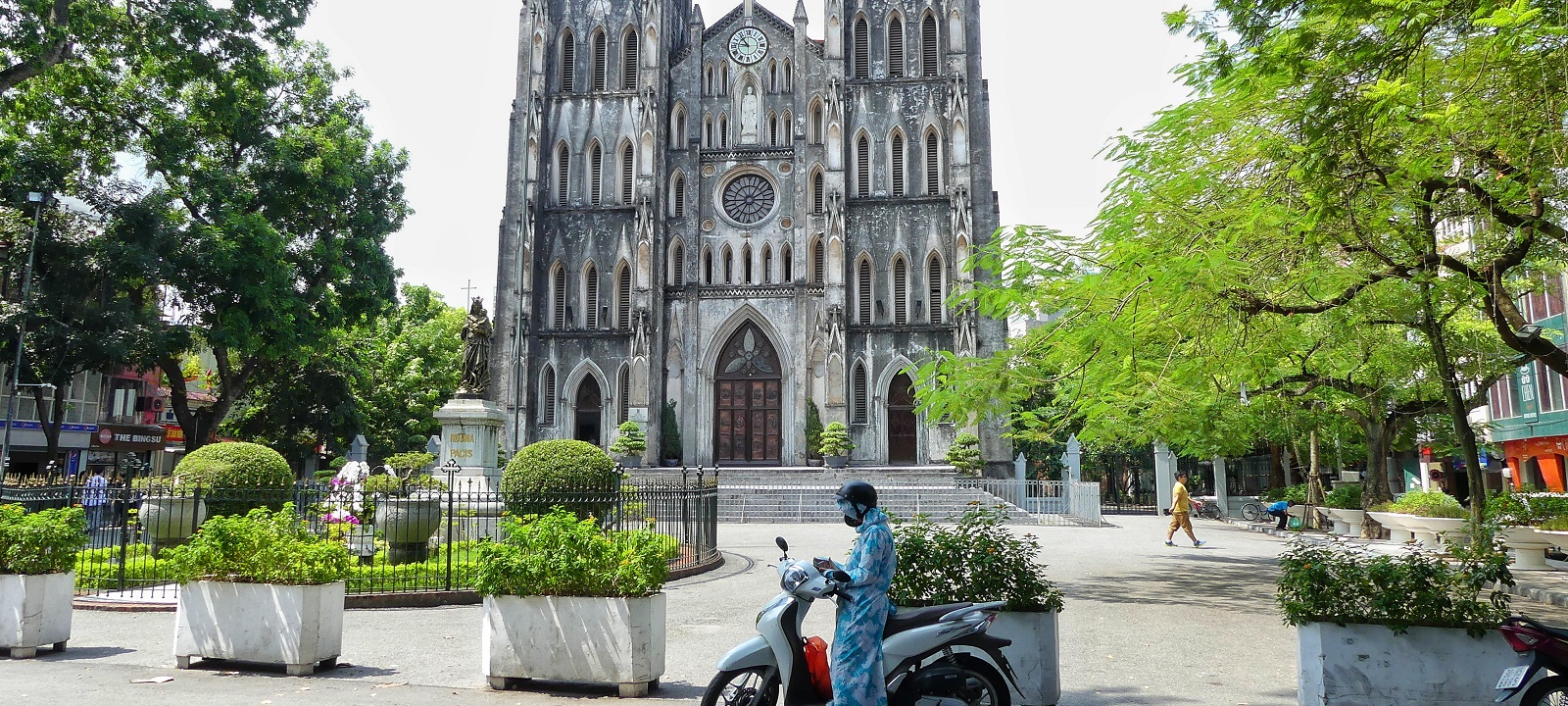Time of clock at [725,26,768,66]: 10:46
